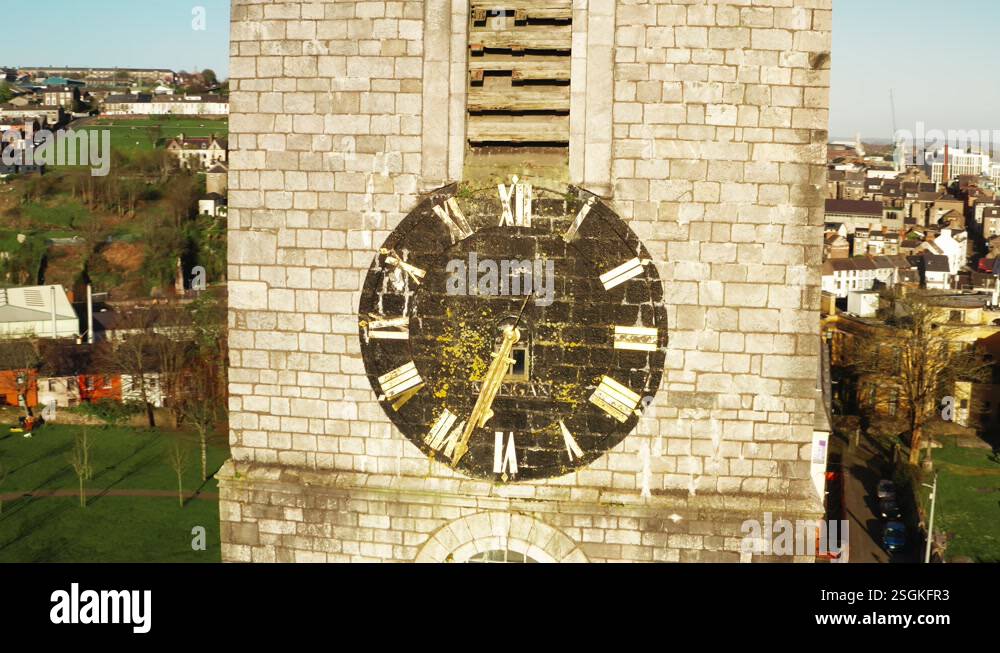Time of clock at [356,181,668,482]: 6:33
